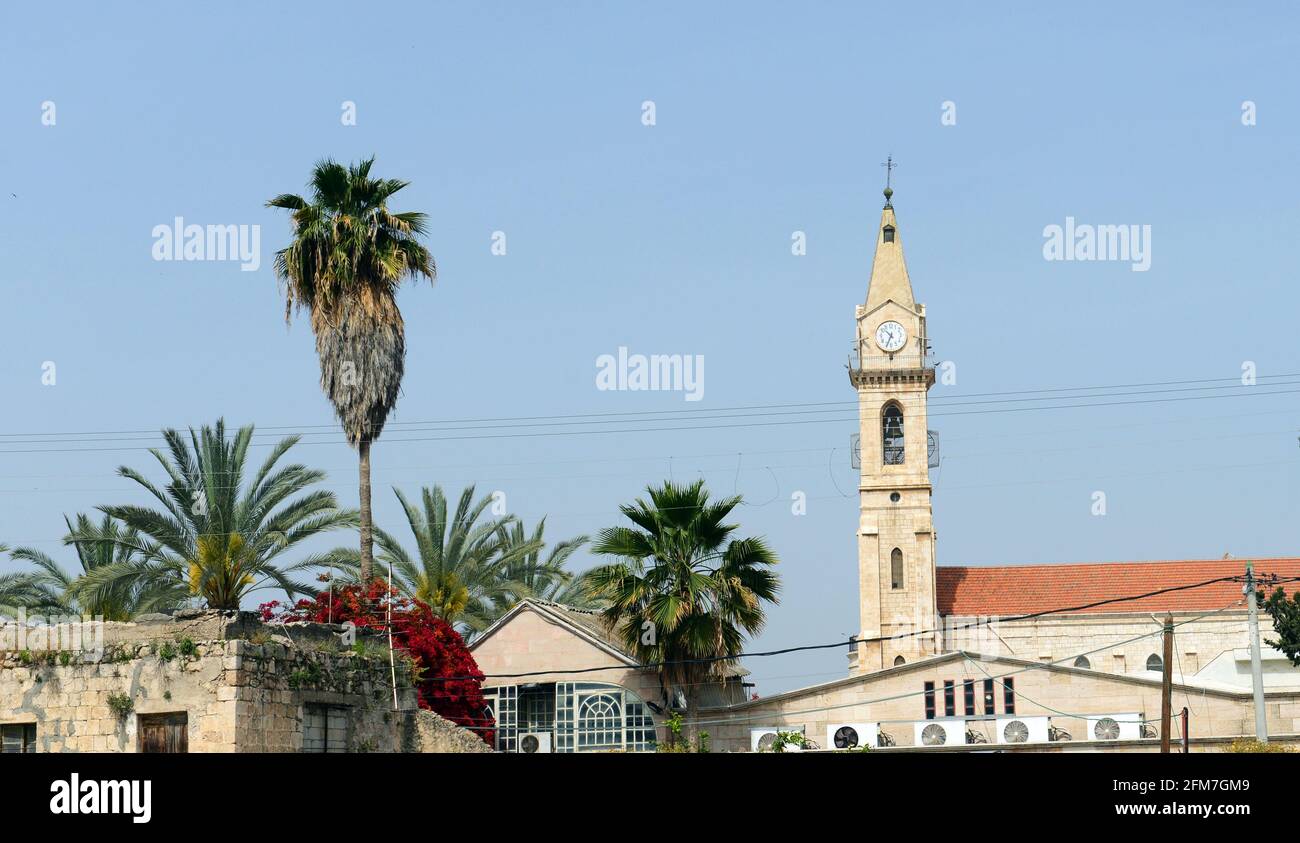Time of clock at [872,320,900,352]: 10:34
